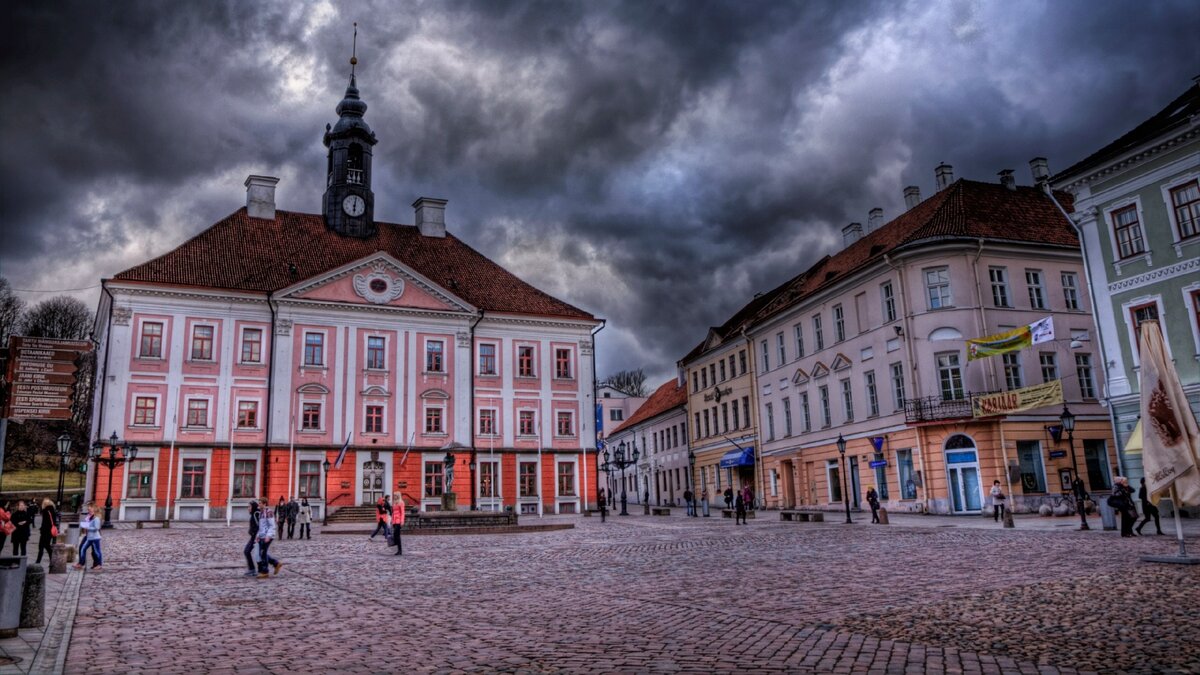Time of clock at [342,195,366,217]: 6:01
